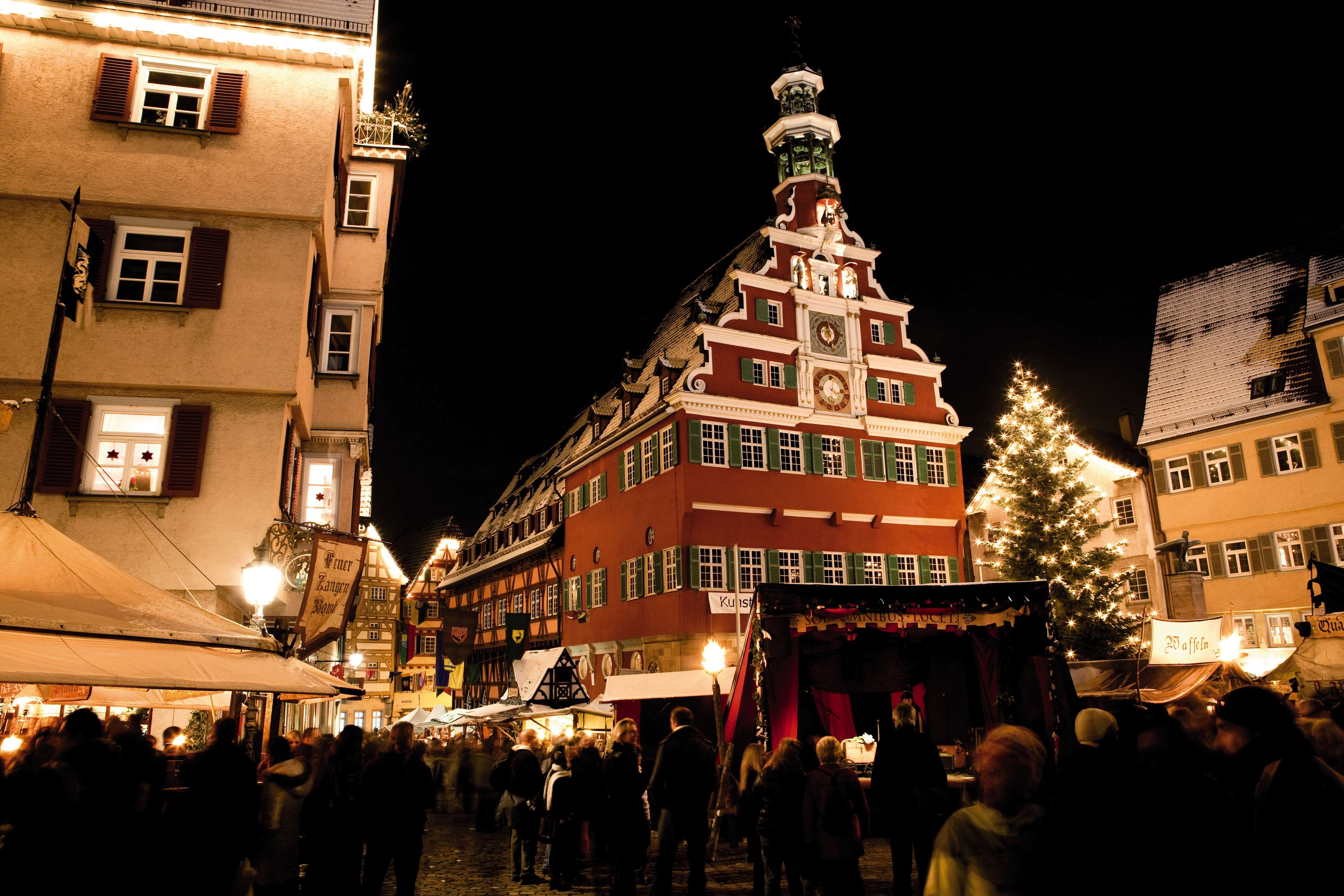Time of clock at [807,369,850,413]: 4:01
